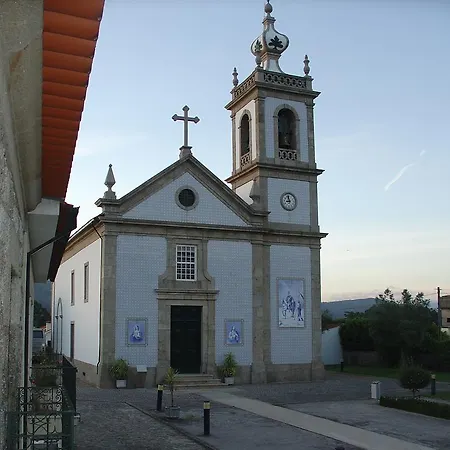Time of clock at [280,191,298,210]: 8:57
